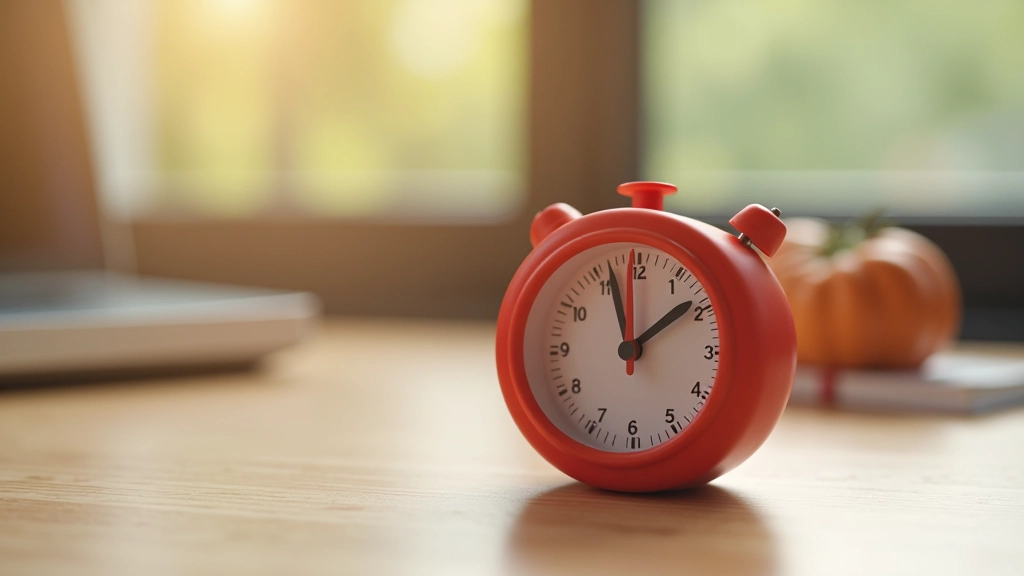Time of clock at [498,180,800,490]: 1:56
